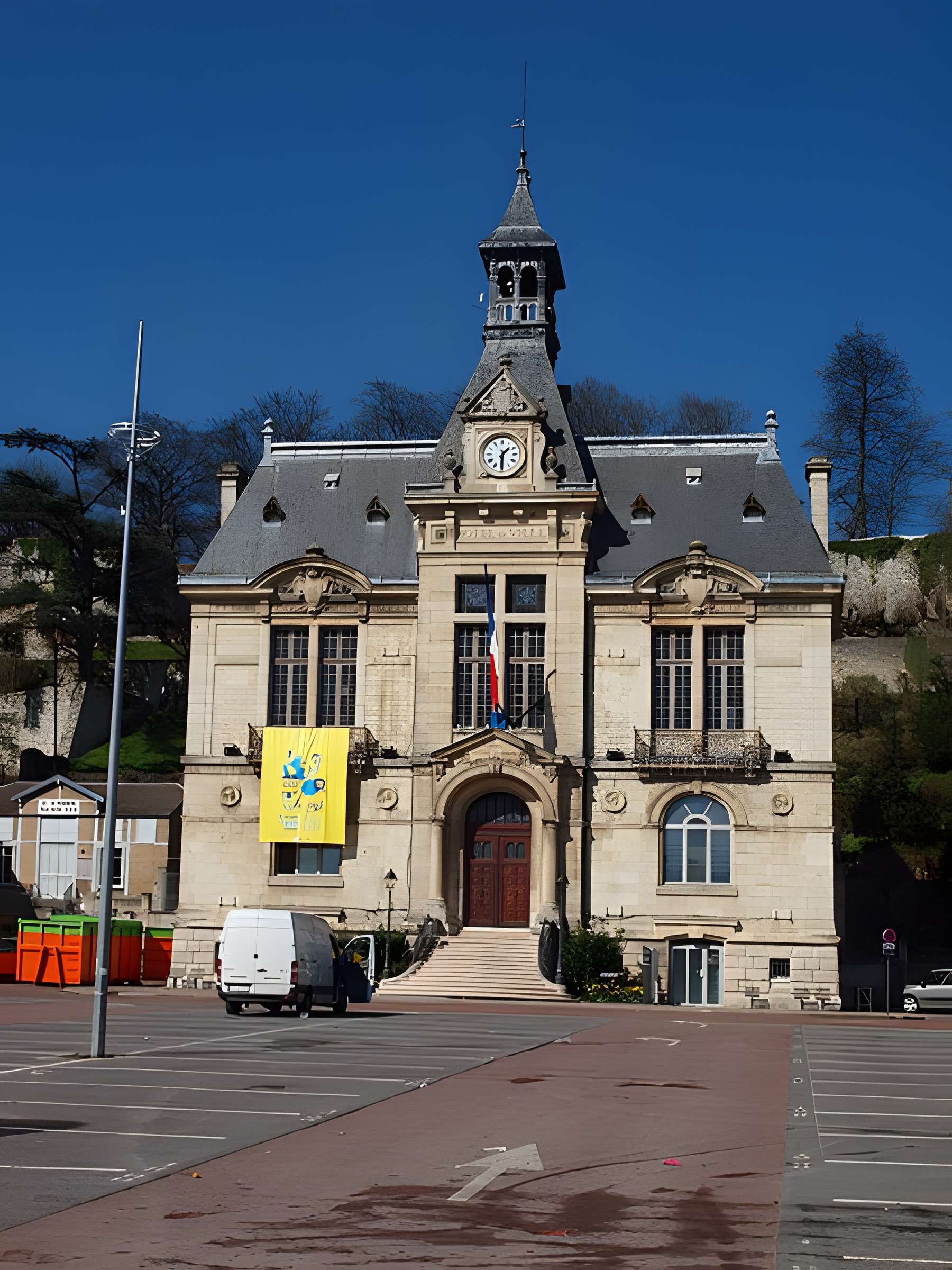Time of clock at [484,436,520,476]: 1:30
